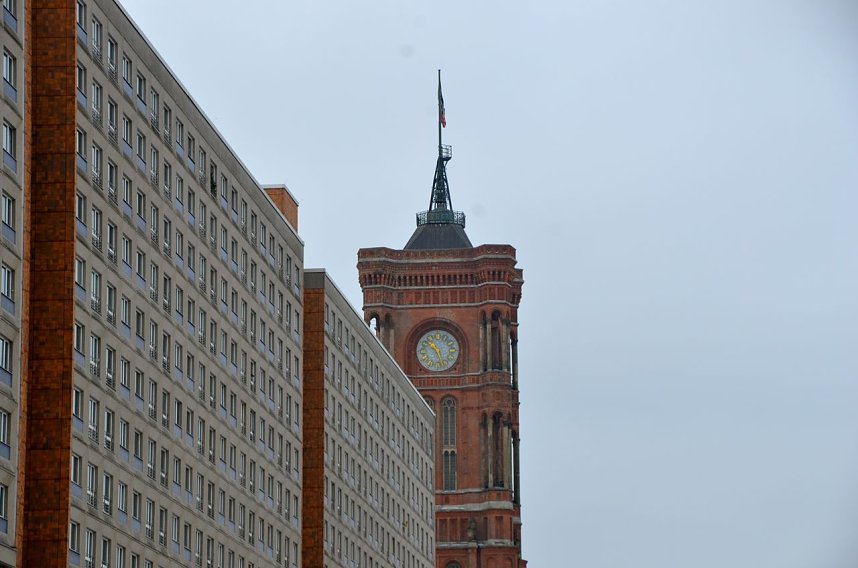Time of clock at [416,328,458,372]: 10:27
